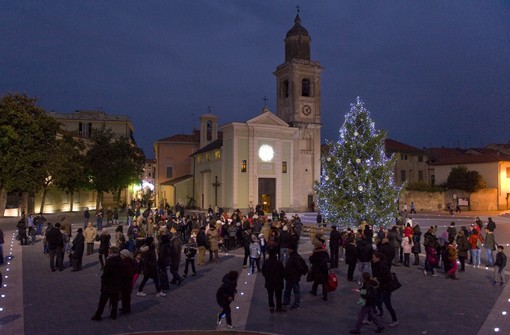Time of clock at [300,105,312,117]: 5:08
